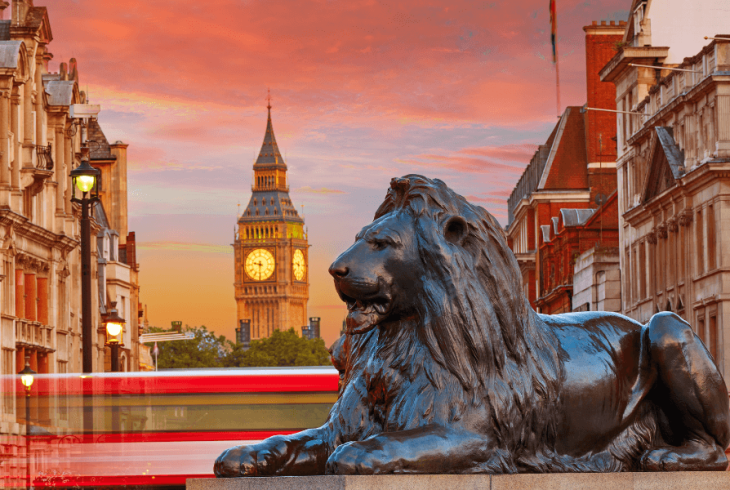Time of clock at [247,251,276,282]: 9:31
